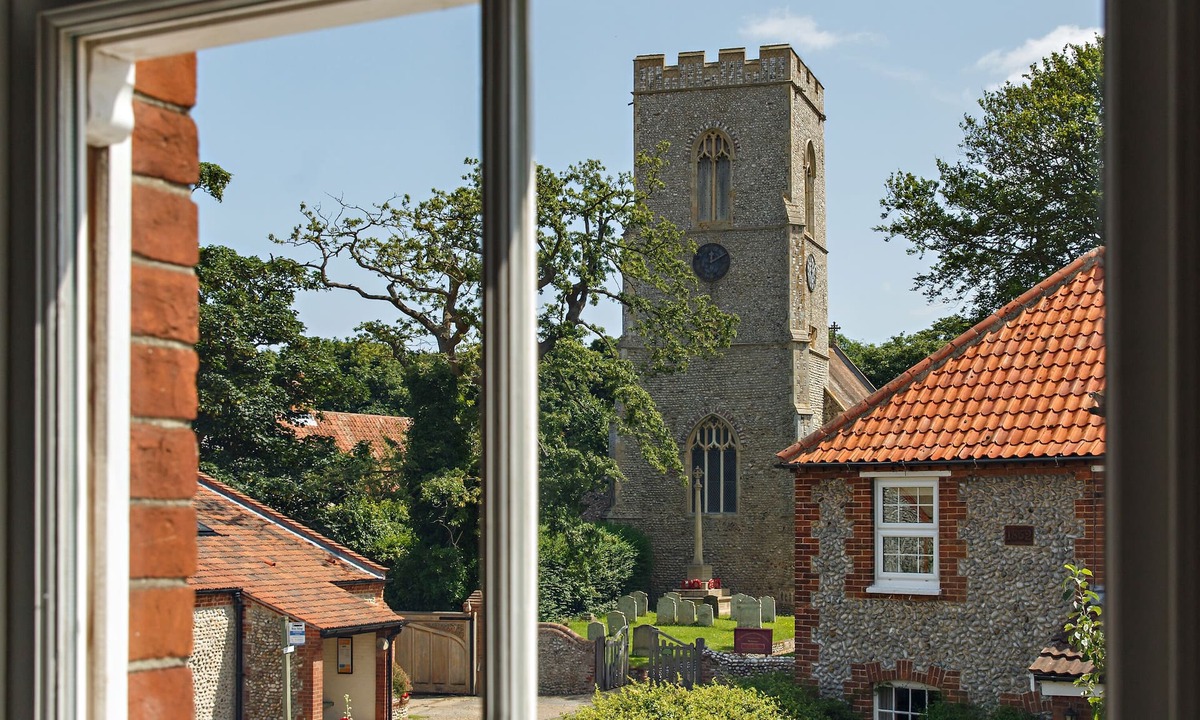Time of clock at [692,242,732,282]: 12:10
